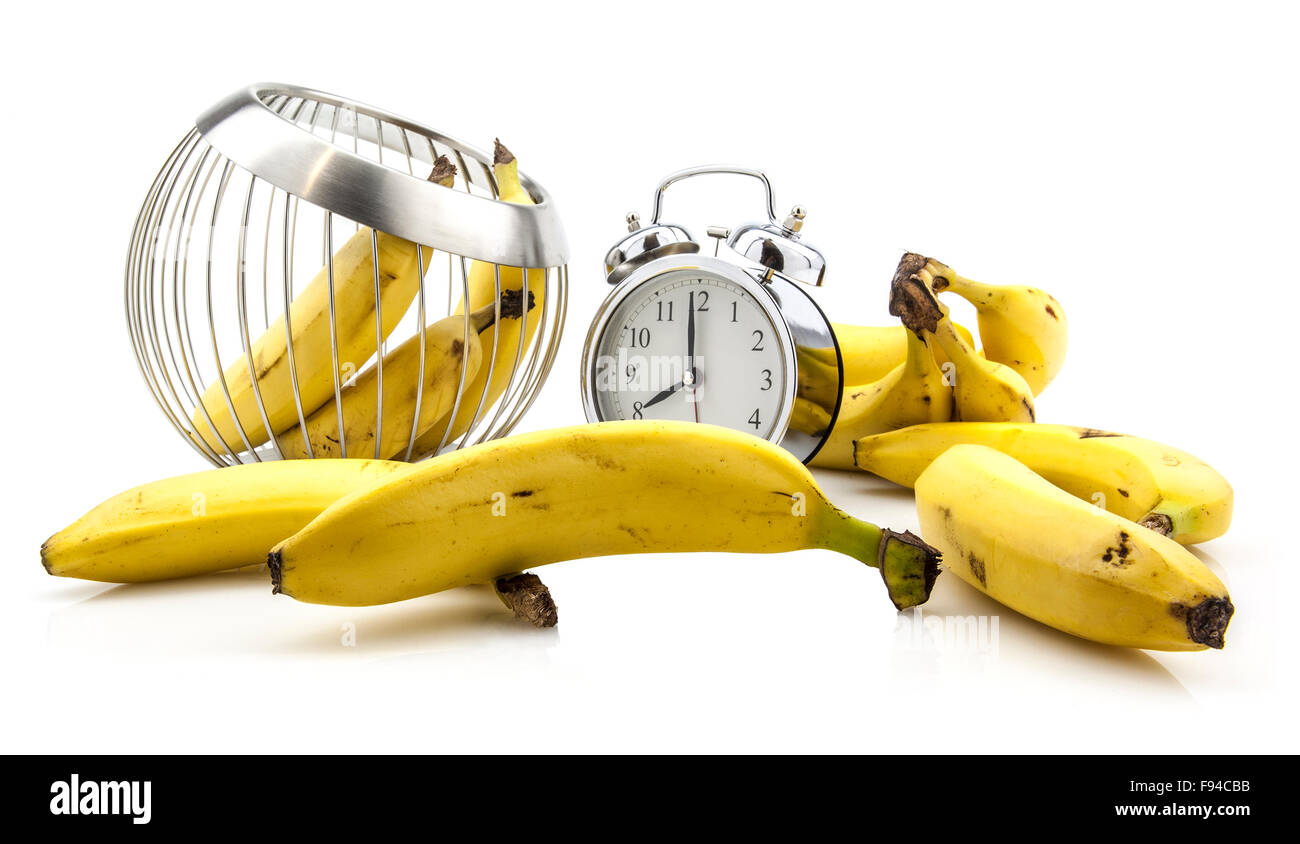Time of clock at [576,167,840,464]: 7:59
